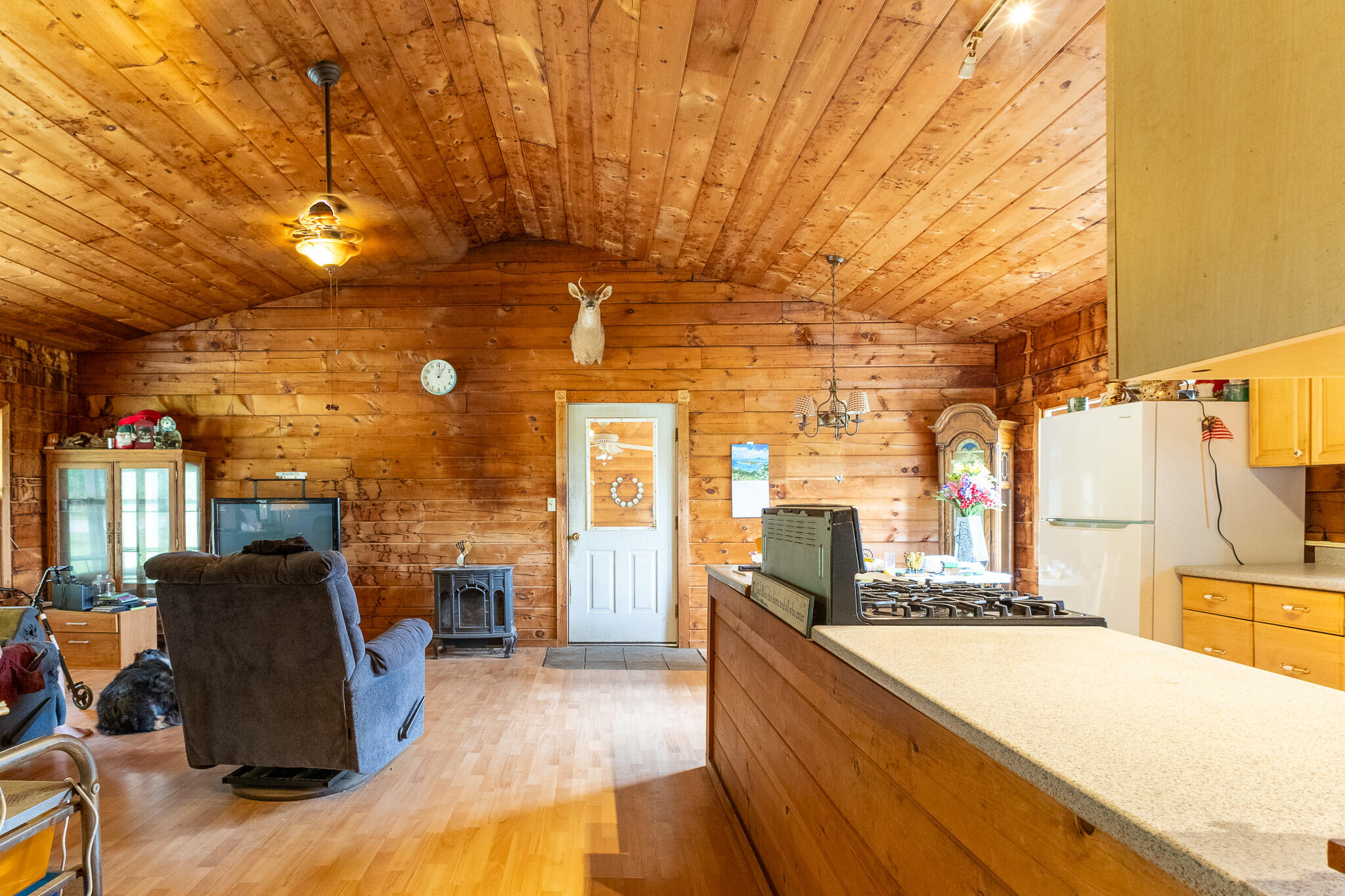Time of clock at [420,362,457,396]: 1:01
